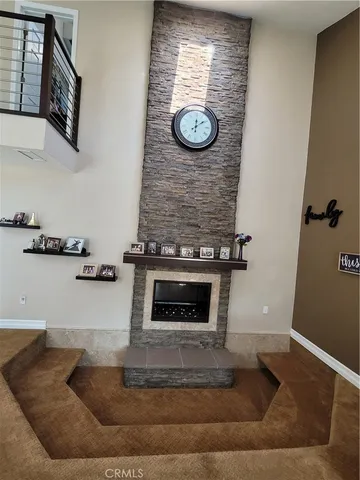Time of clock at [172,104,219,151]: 12:09
